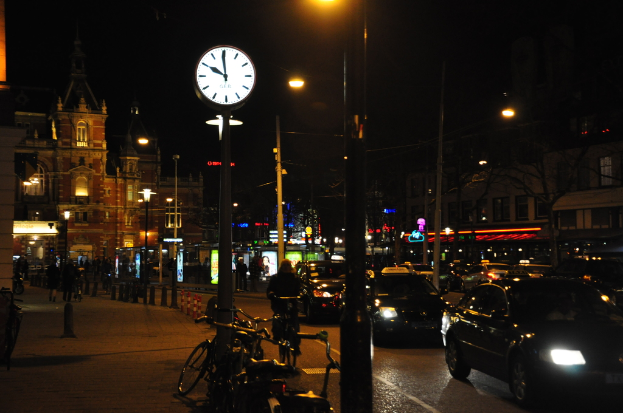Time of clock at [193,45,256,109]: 9:59
